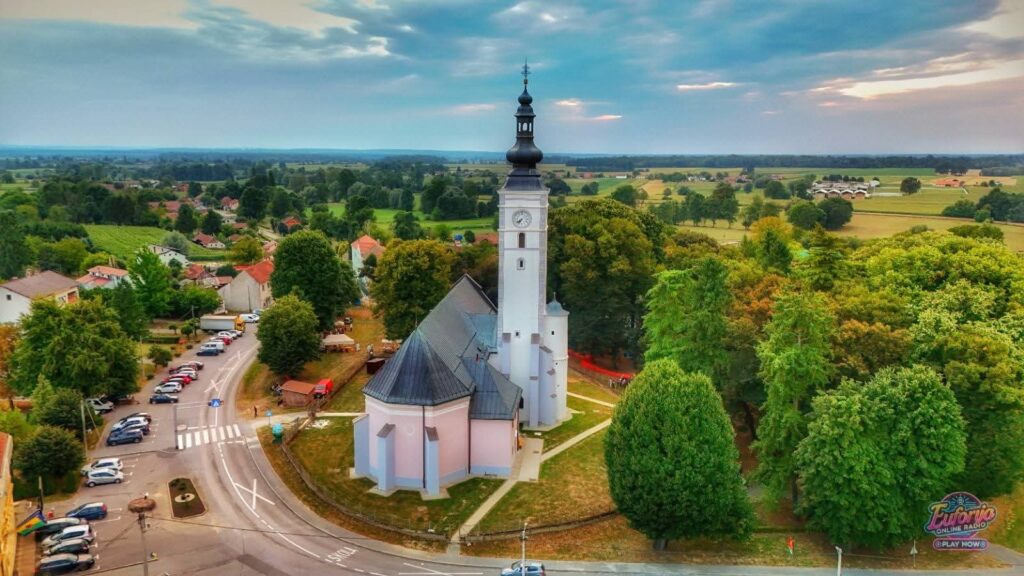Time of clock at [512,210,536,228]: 7:34
